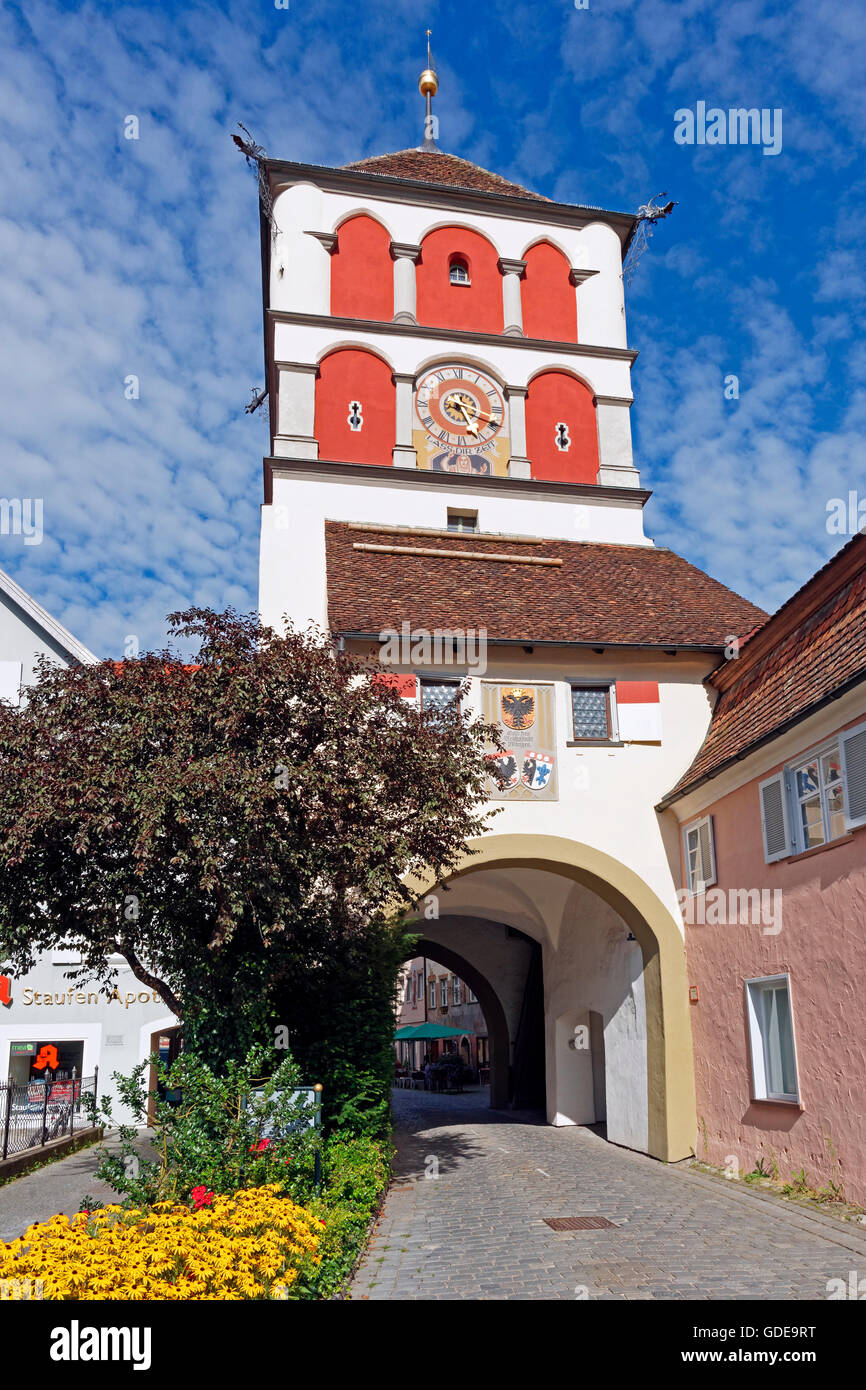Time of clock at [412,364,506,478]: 5:18
